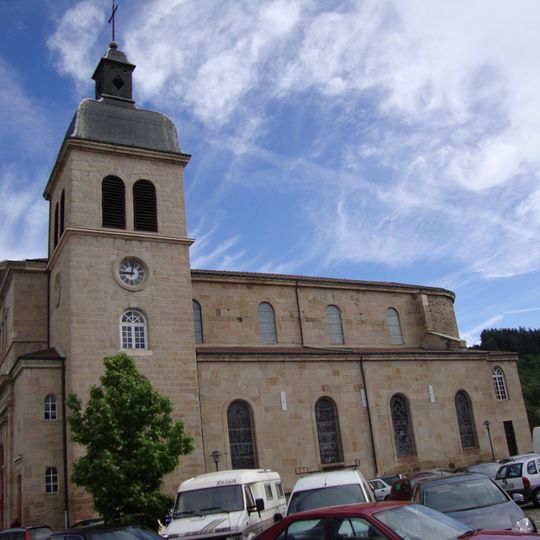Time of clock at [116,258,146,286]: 9:01
